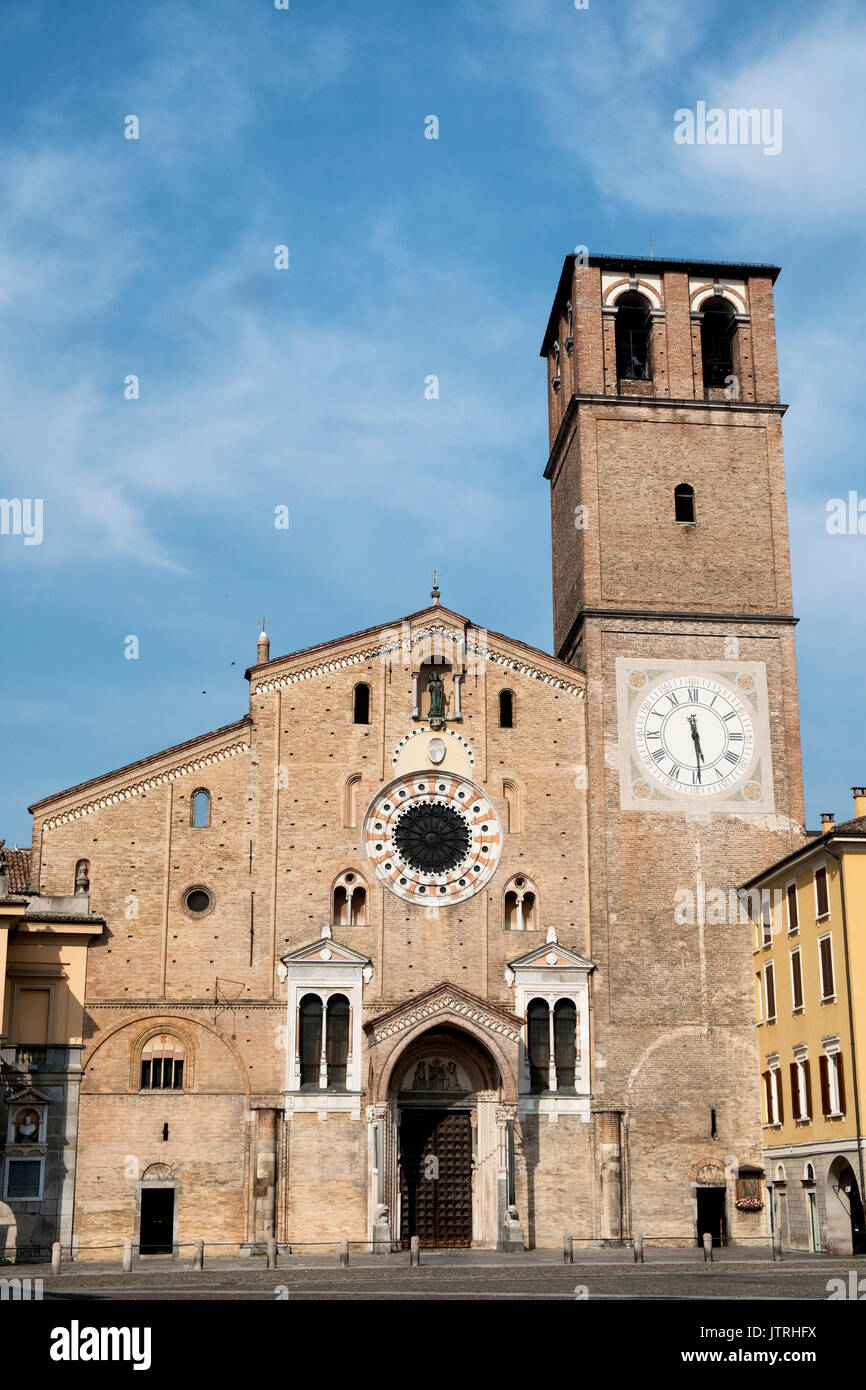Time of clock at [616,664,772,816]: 5:29
